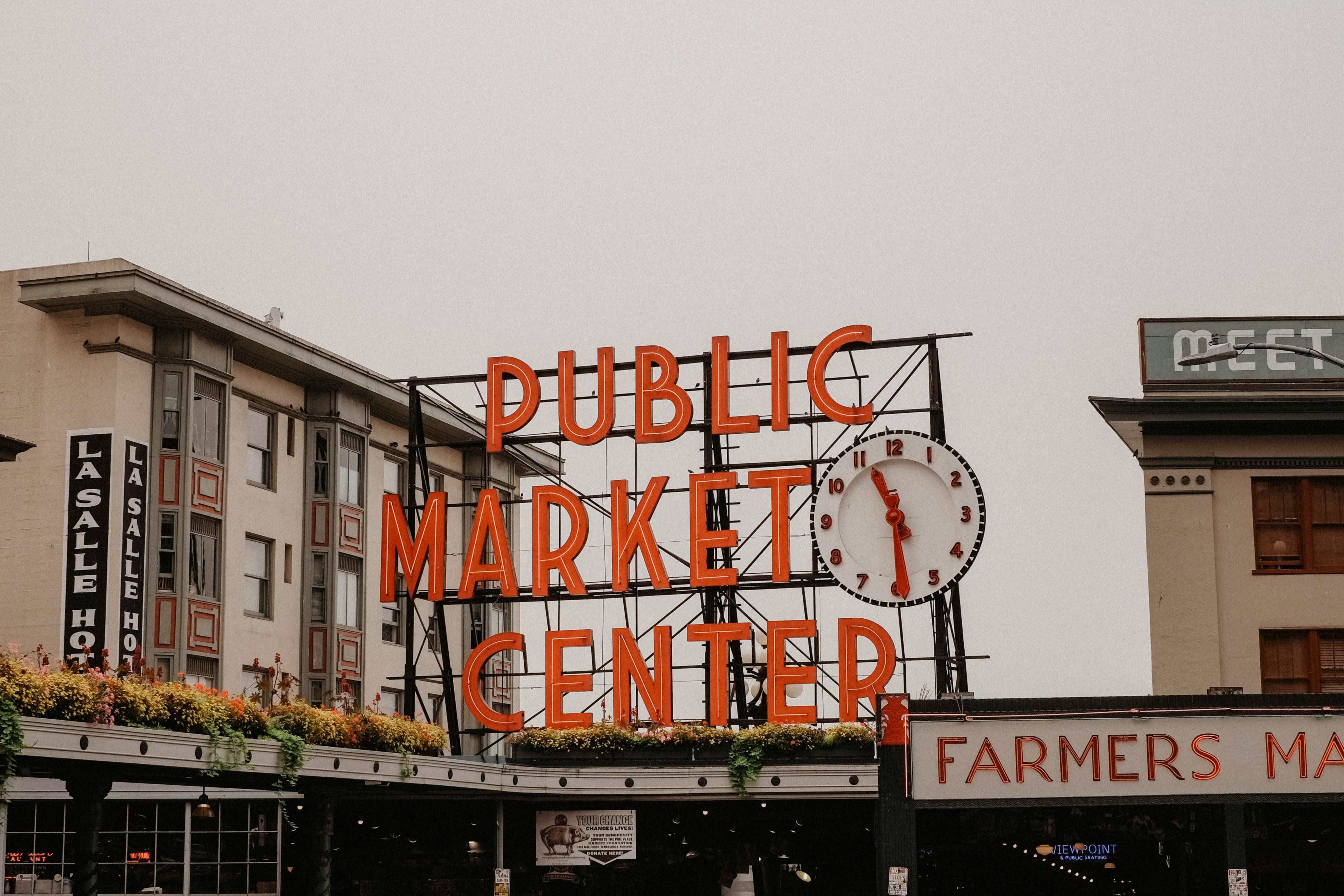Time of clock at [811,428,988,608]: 11:29
